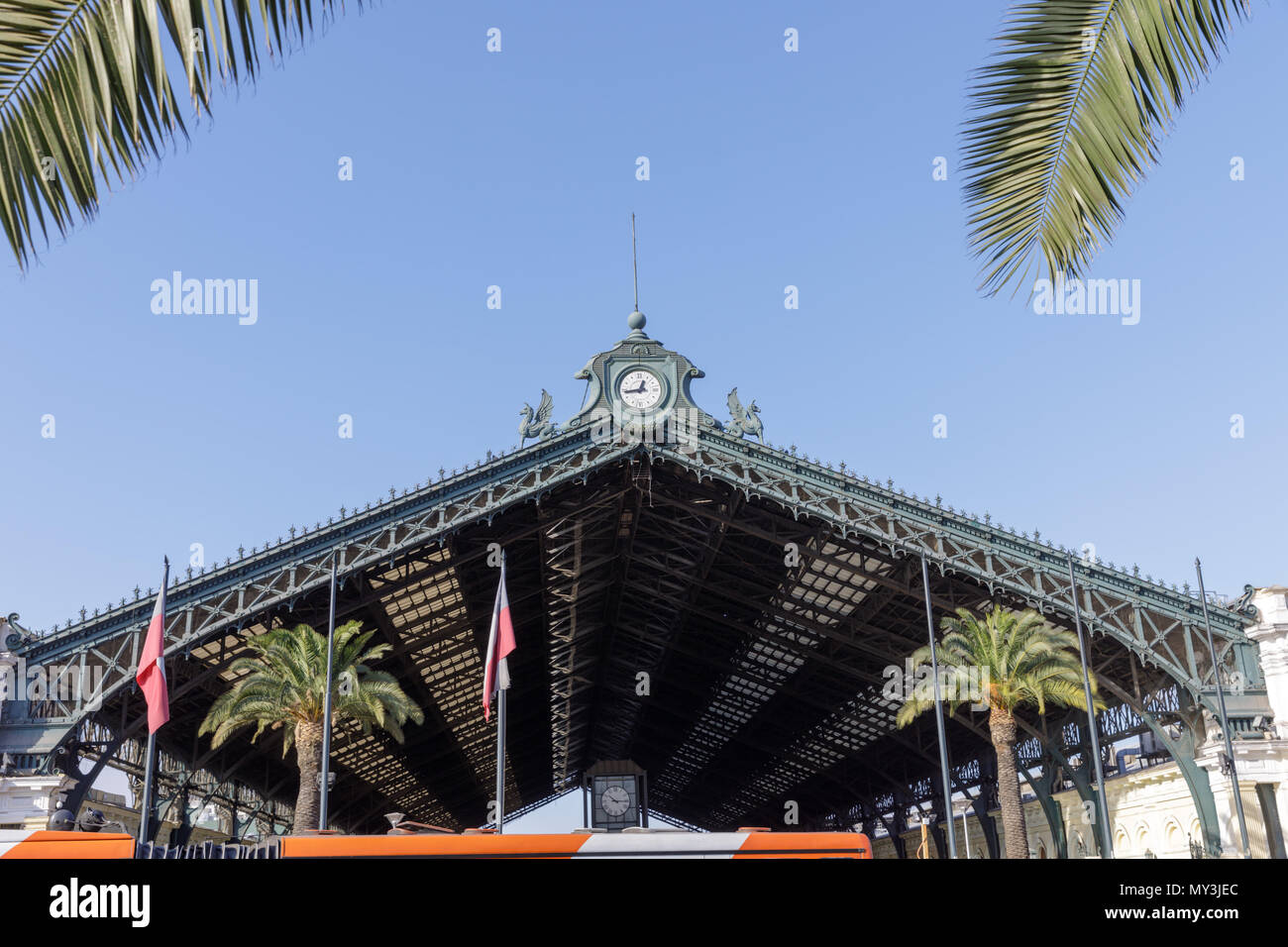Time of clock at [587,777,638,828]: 10:15
